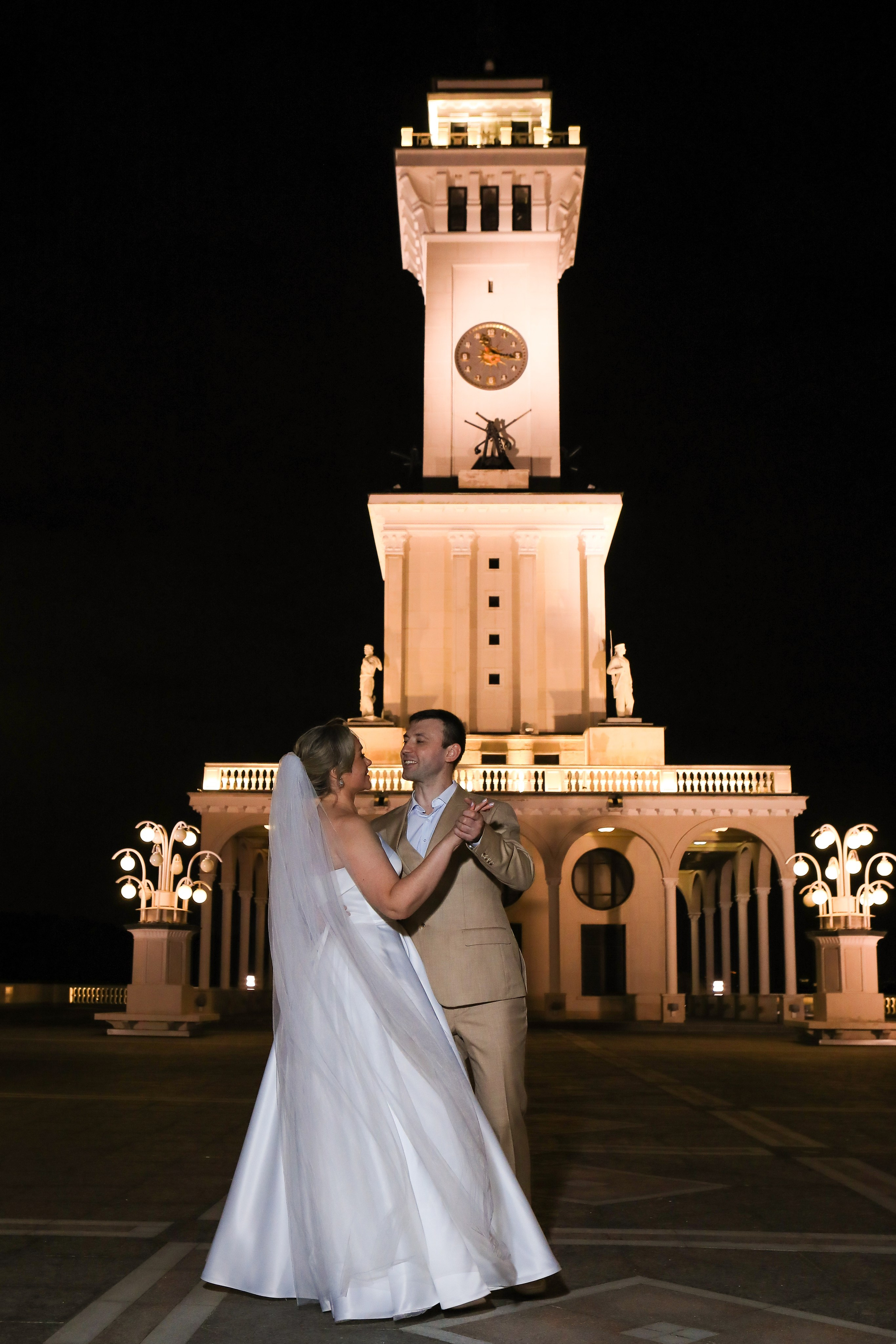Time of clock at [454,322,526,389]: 11:16
